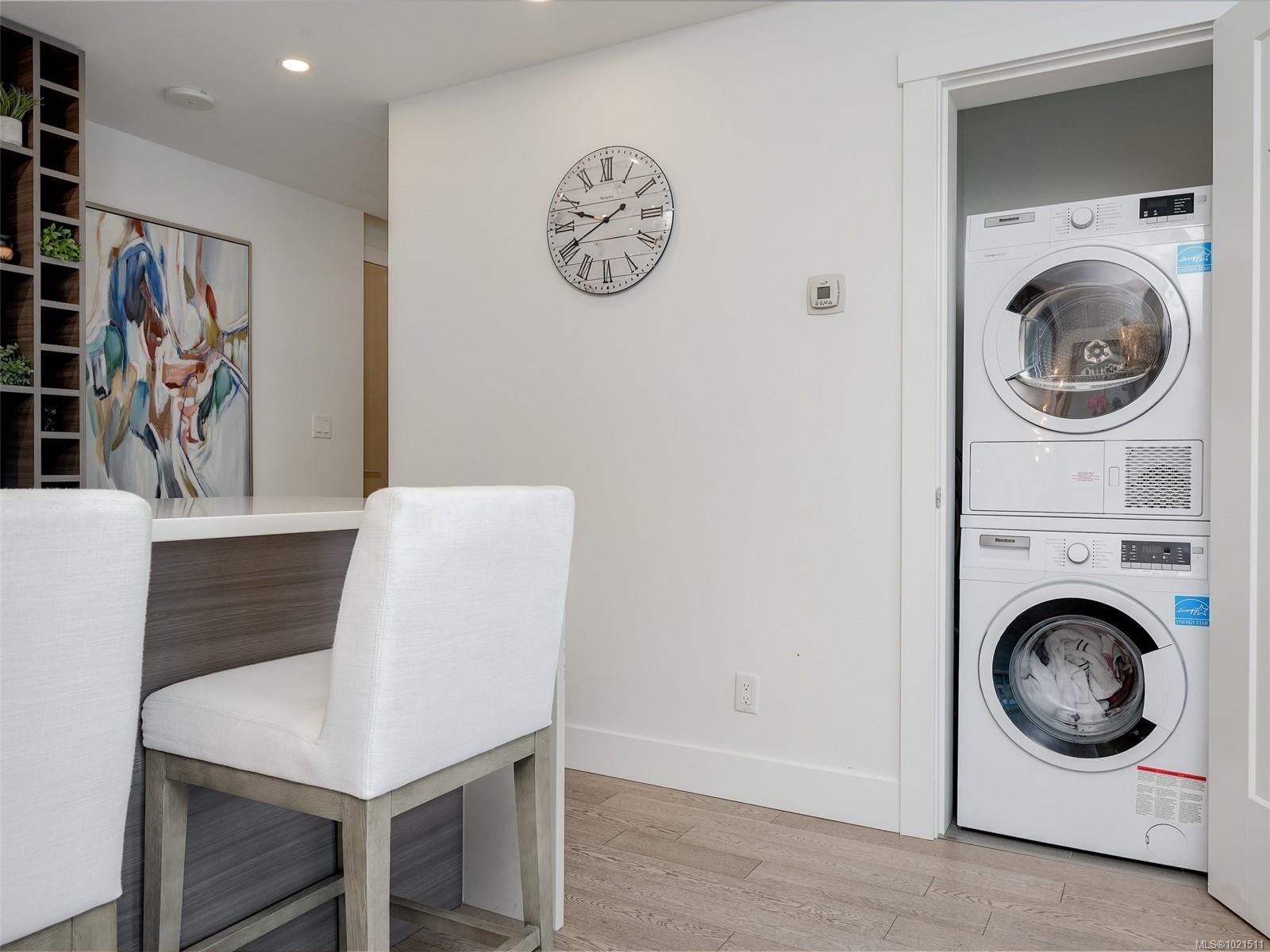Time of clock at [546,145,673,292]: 9:40
